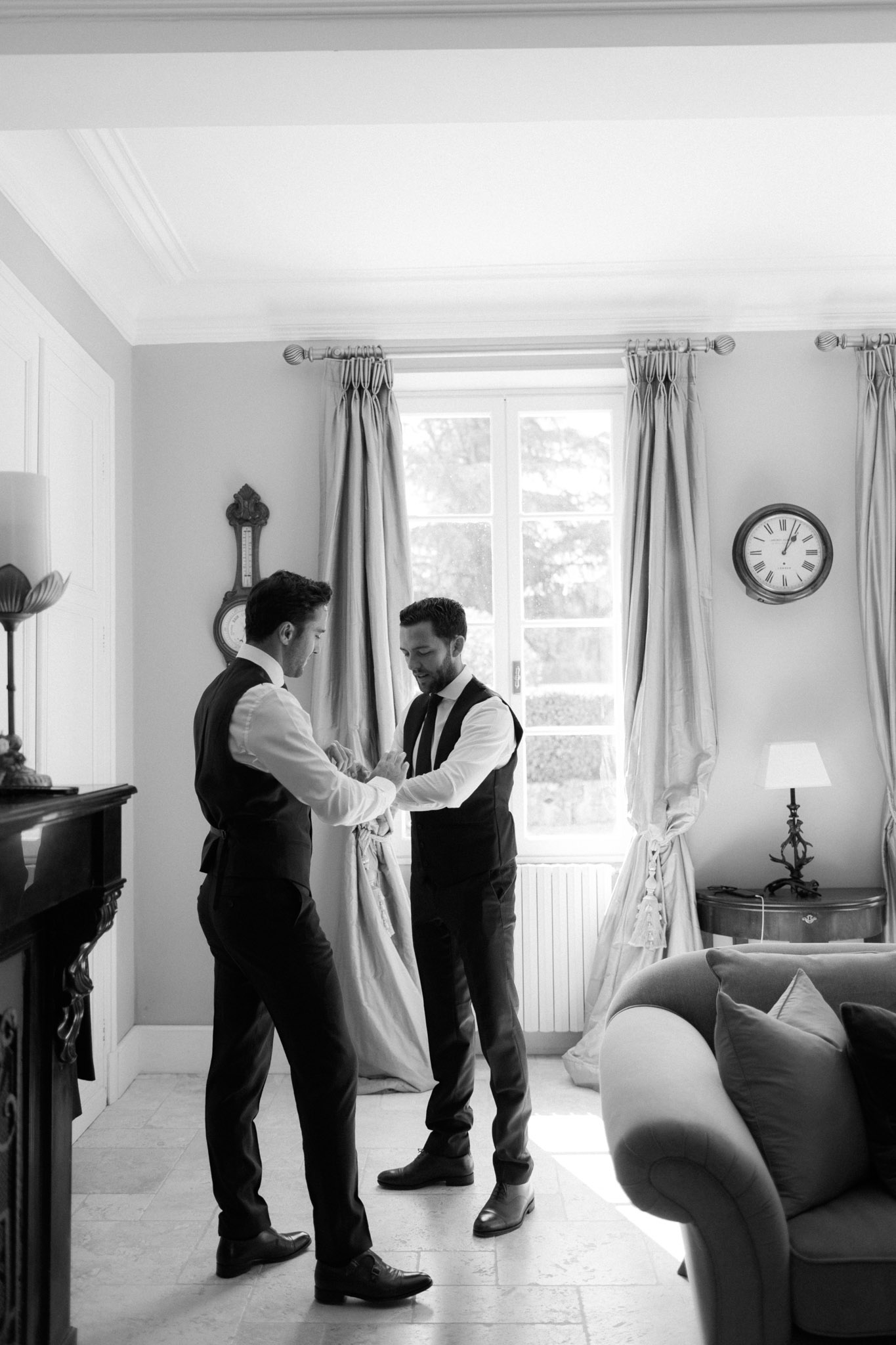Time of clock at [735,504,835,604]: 1:03
